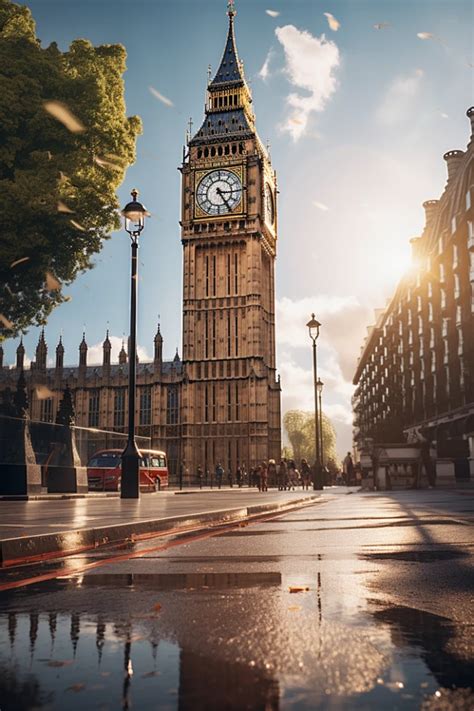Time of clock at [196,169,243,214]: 3:24
